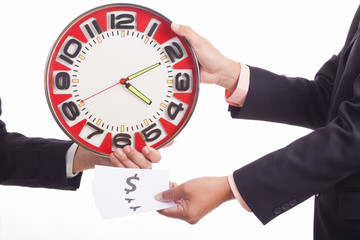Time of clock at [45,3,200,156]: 4:10
